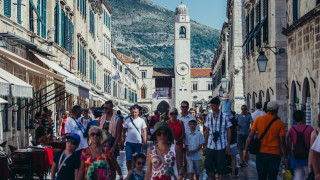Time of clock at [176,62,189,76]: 4:12
